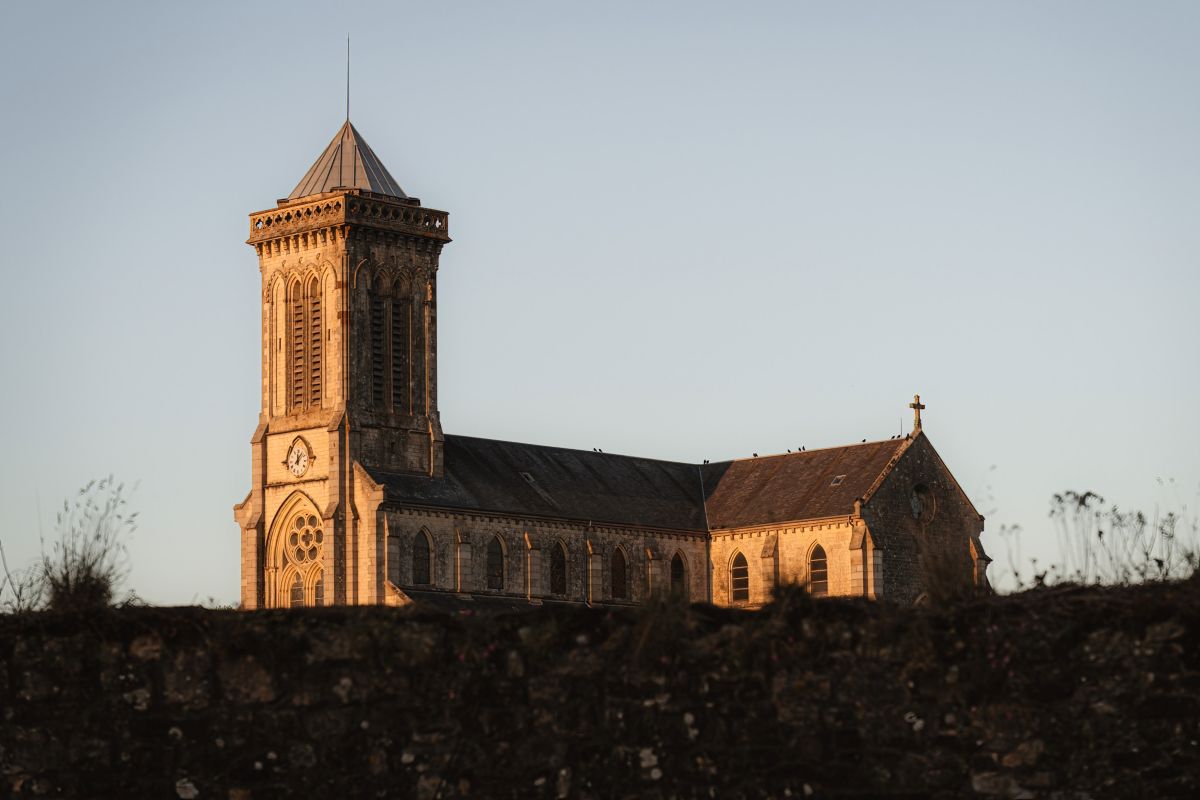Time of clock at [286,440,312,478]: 12:07
